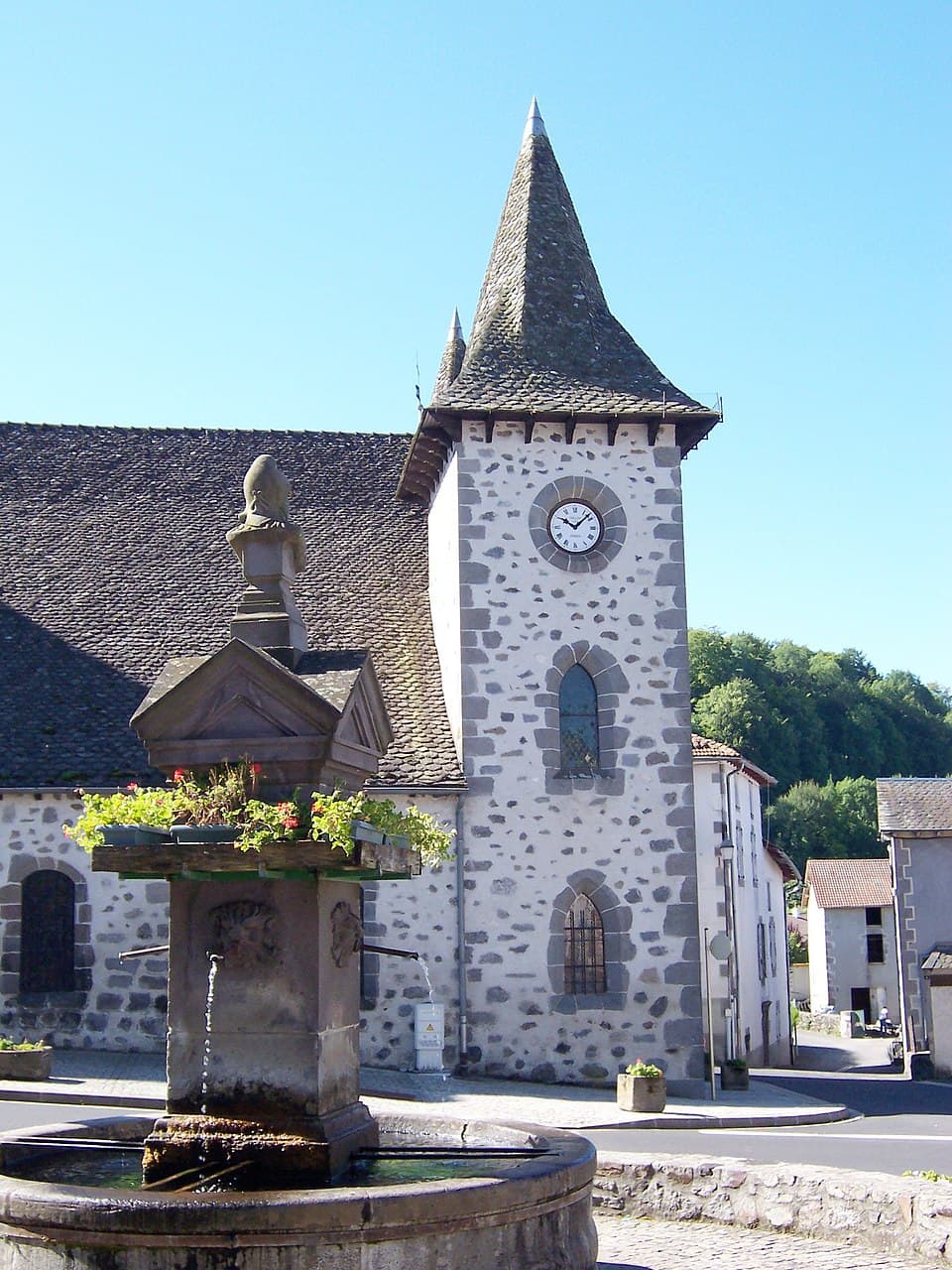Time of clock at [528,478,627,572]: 10:07
